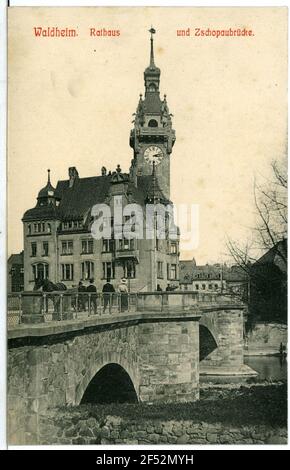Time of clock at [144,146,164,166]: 3:12
